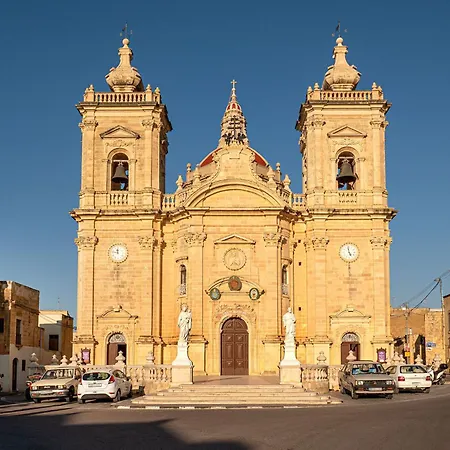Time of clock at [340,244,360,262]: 4:57
